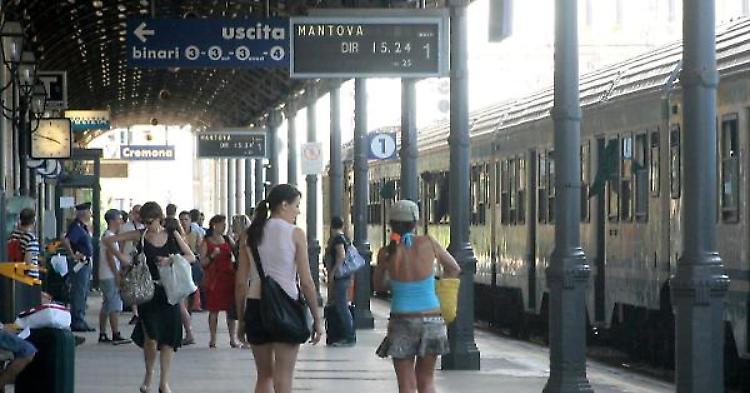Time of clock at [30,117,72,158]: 3:47
